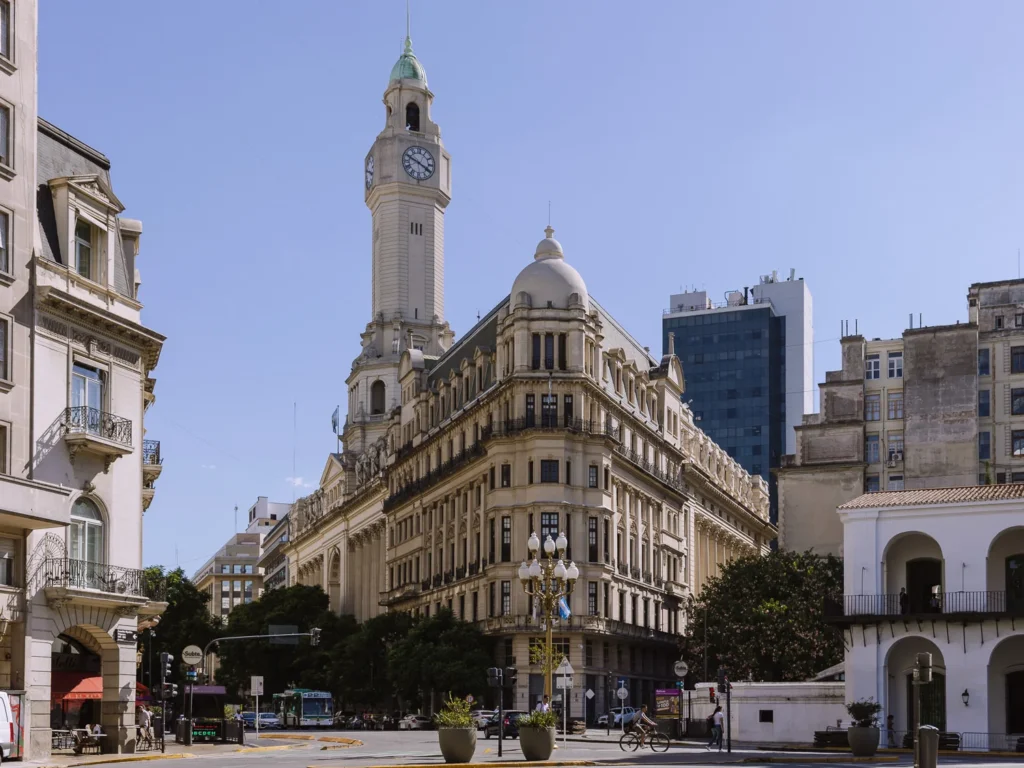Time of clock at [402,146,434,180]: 3:48
